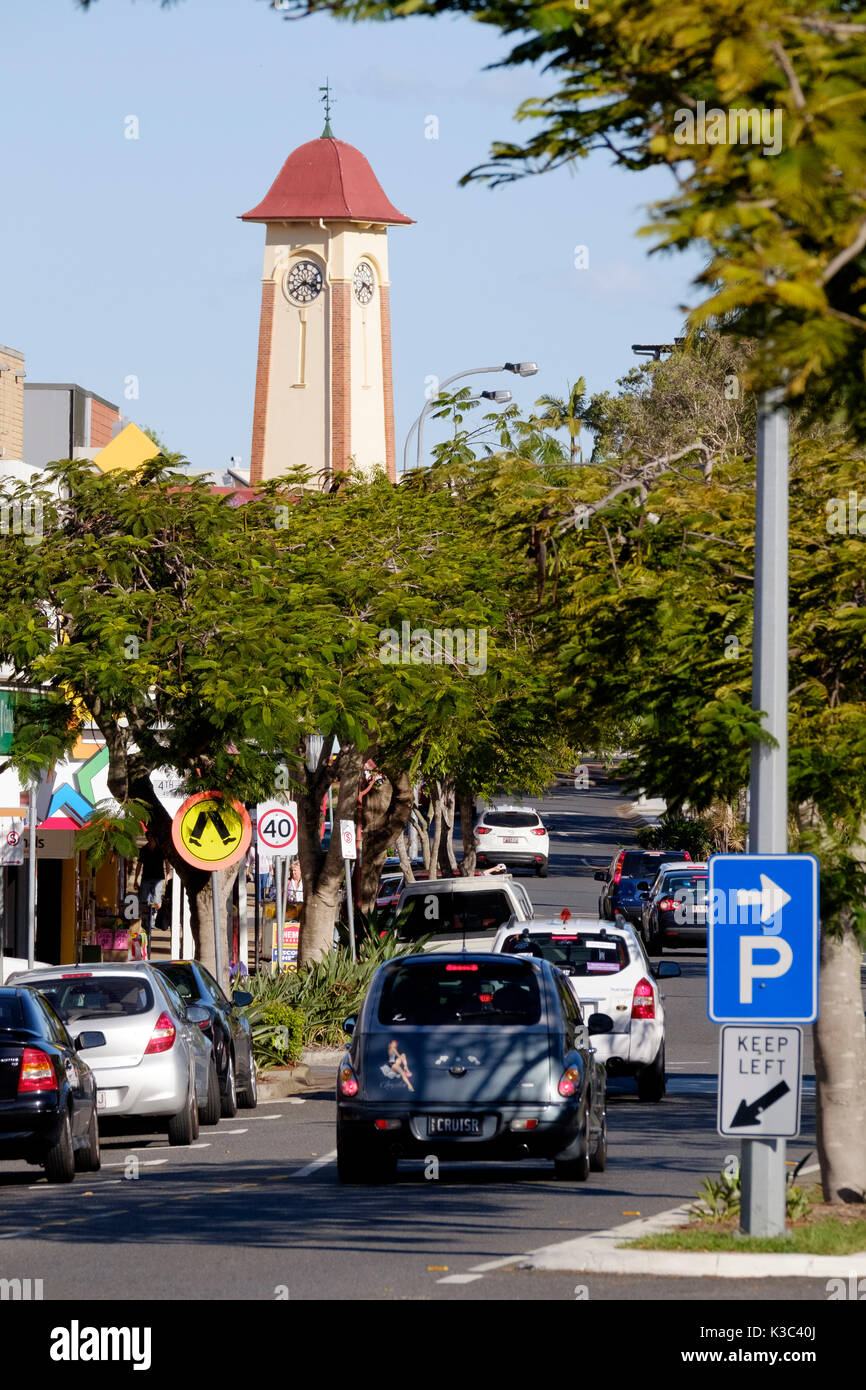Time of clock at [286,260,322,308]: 3:39
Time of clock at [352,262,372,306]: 3:37
